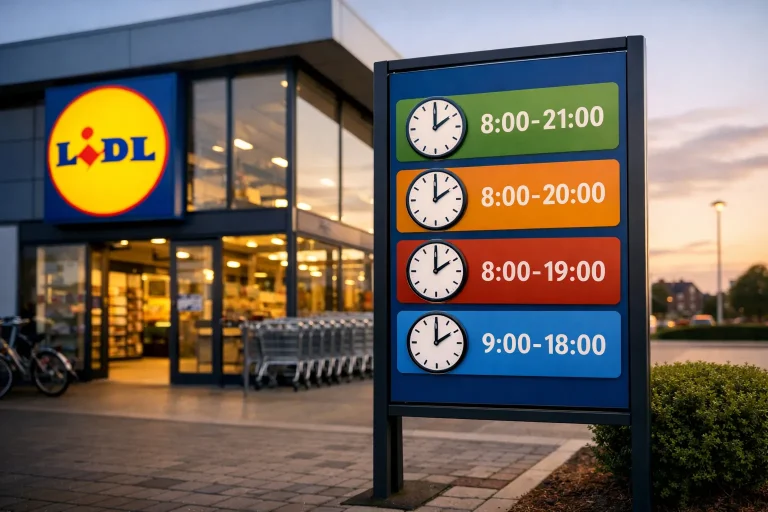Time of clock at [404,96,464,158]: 1:59
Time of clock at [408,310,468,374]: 2:00
